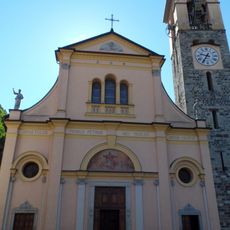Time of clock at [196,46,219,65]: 9:35
